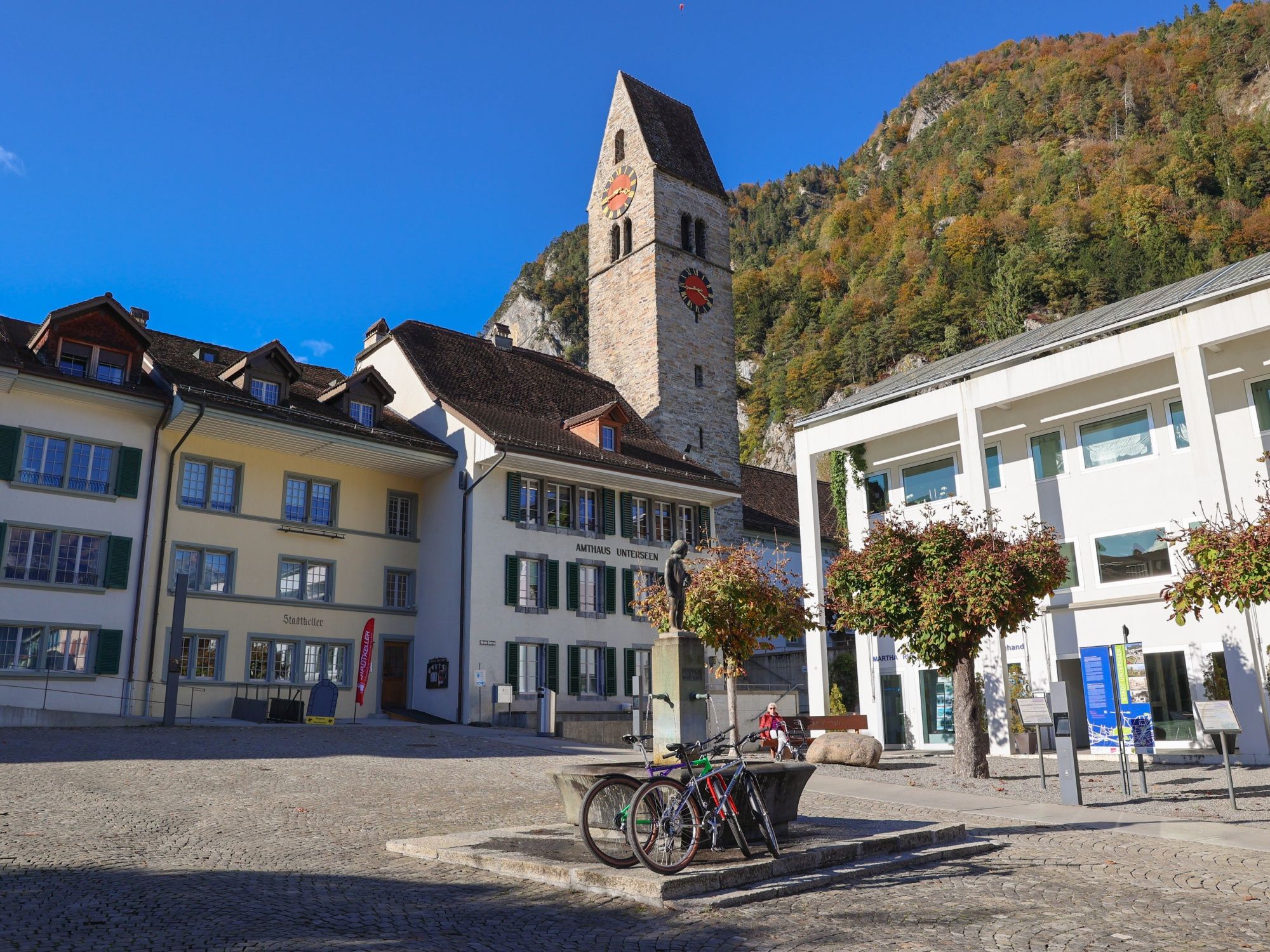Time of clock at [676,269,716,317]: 3:44
